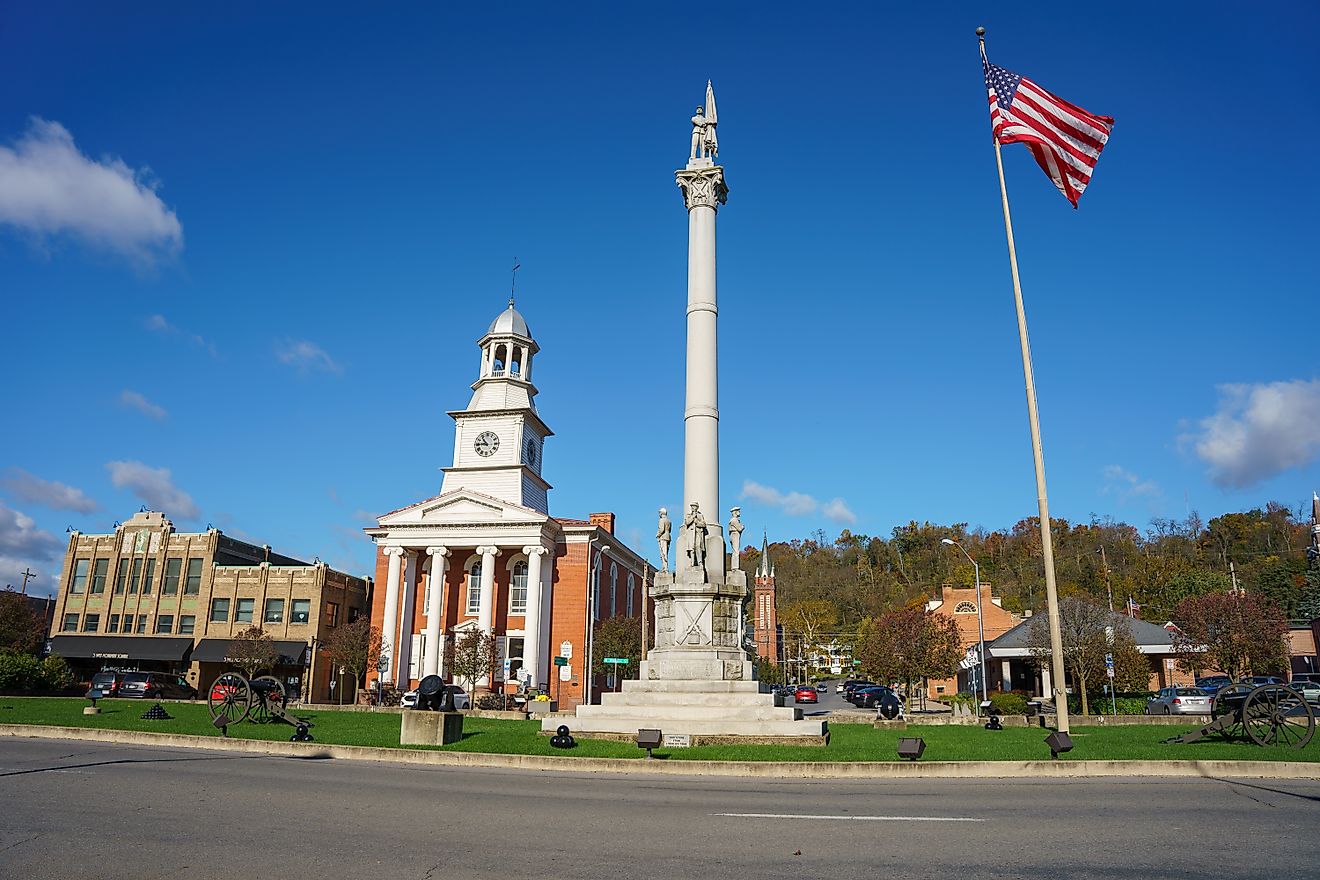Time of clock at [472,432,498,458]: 10:45
